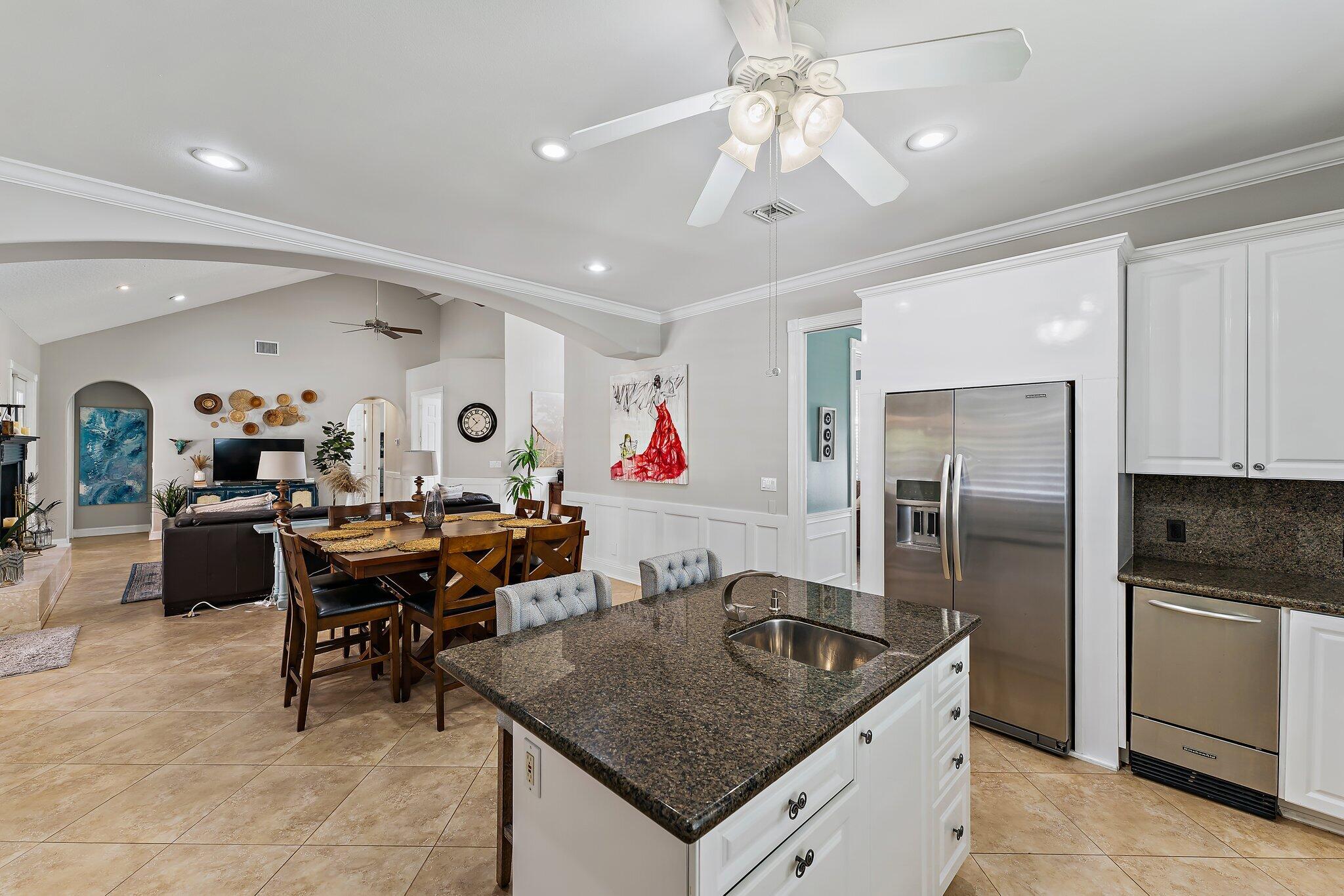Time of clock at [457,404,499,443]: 10:37
